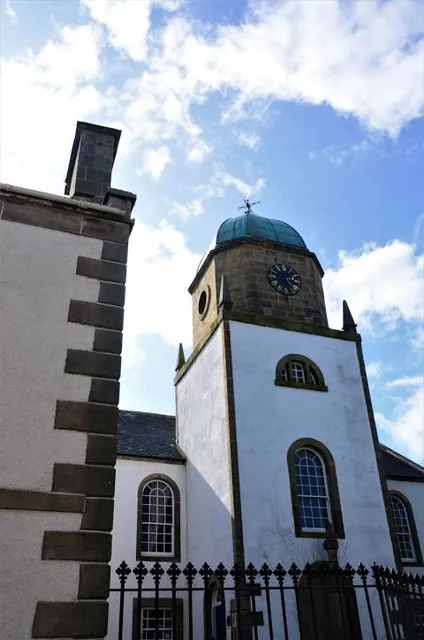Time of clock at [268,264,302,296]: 2:23
